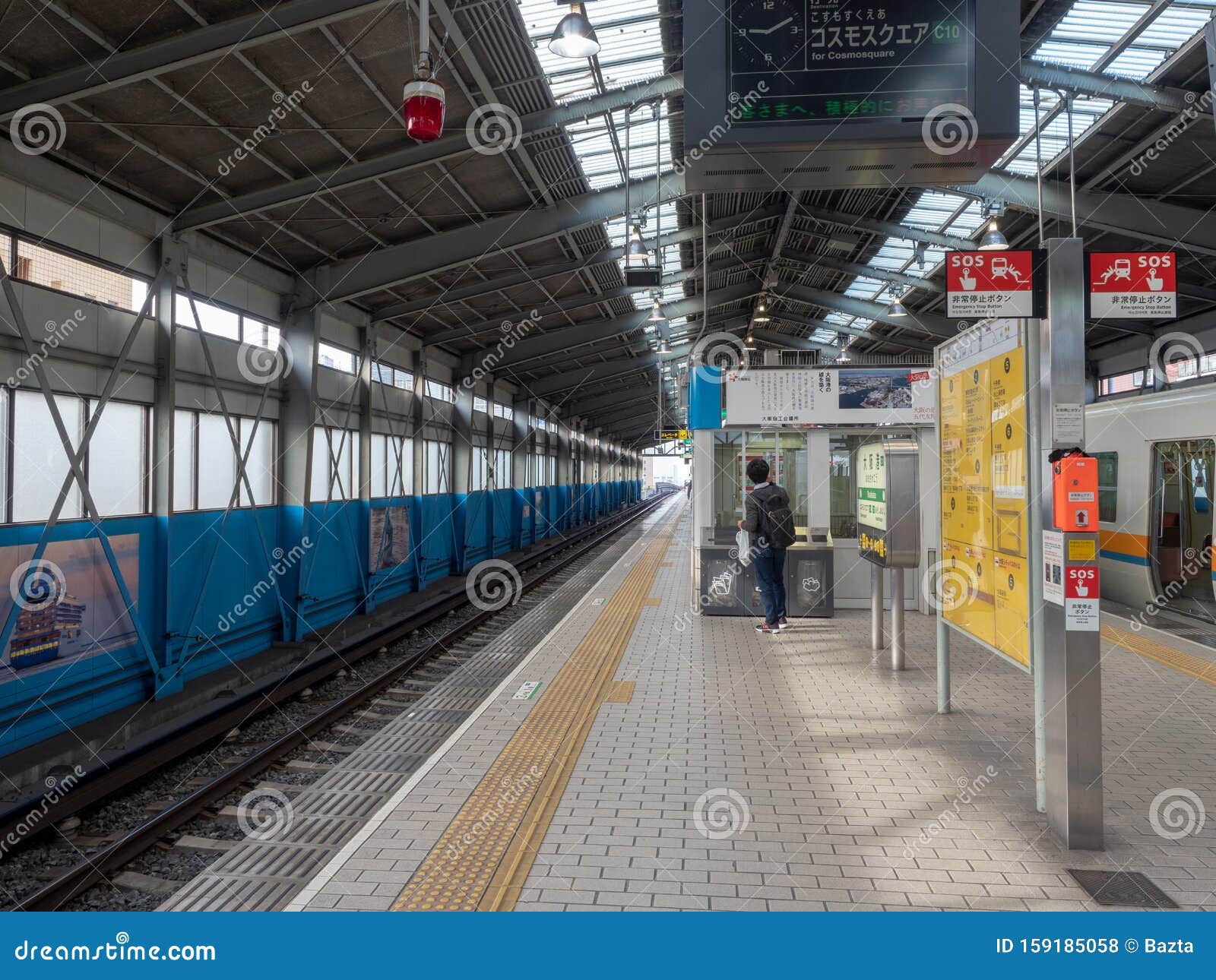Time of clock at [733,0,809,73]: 9:10
